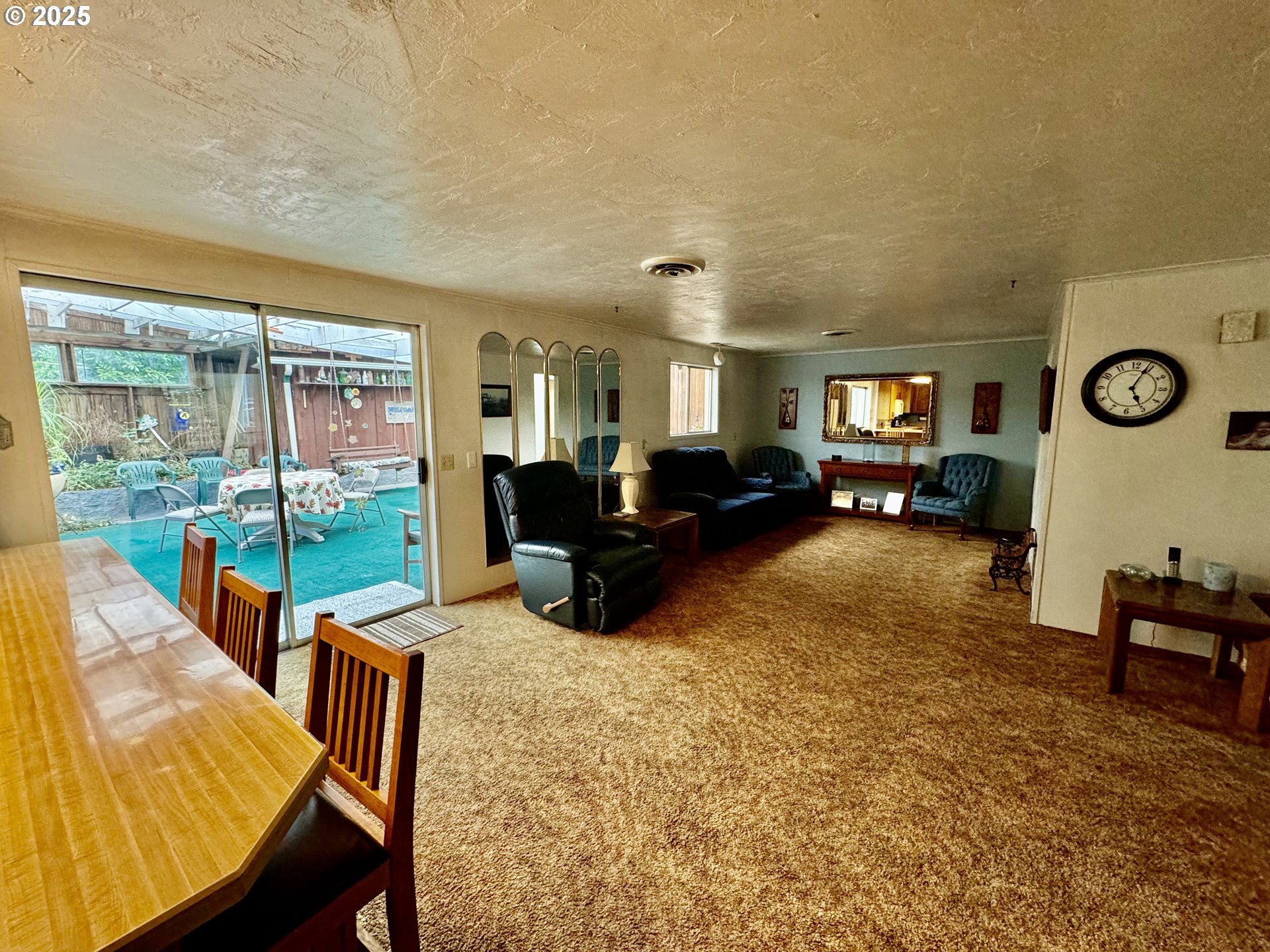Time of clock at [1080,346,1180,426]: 5:03
